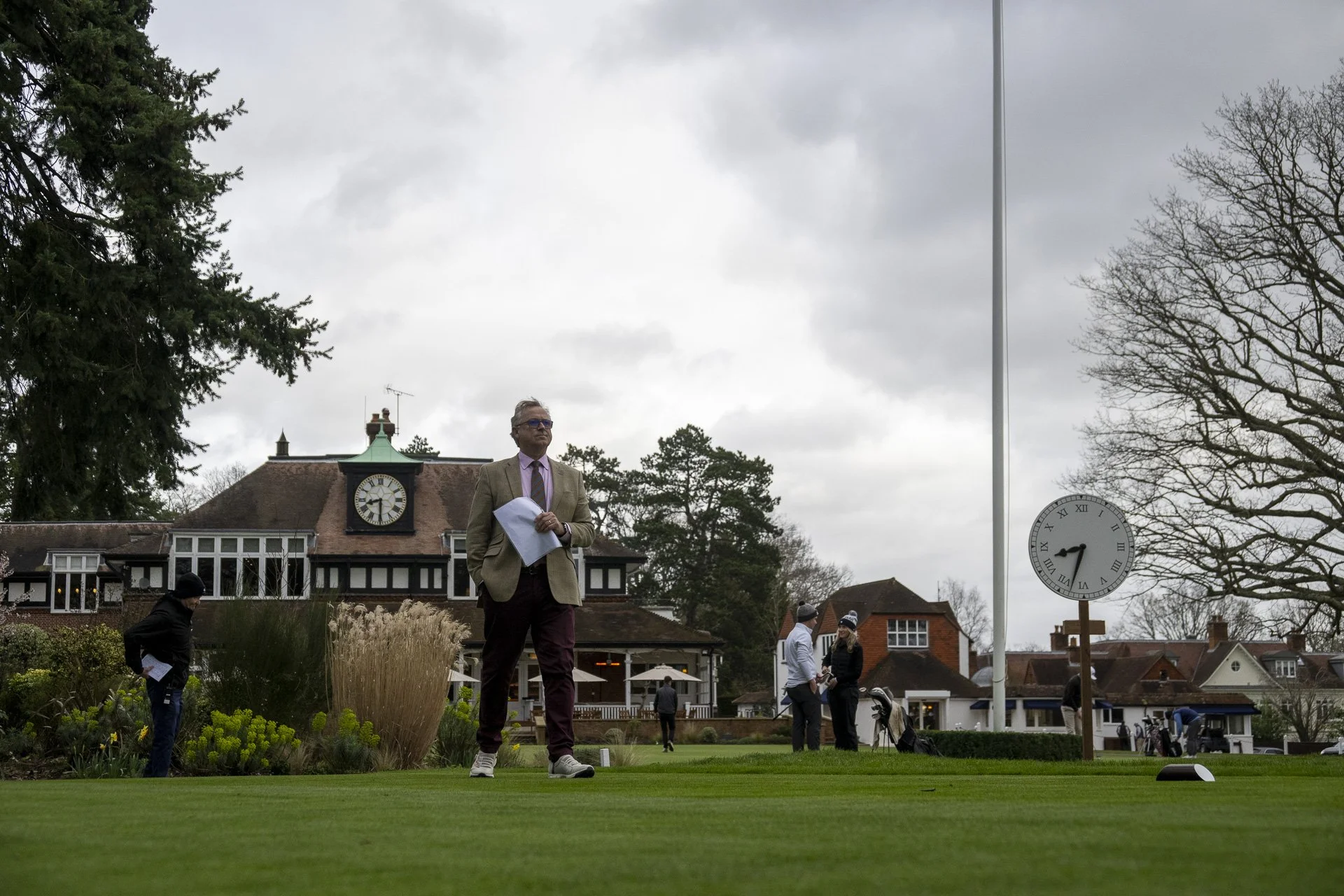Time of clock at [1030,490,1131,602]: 8:32
